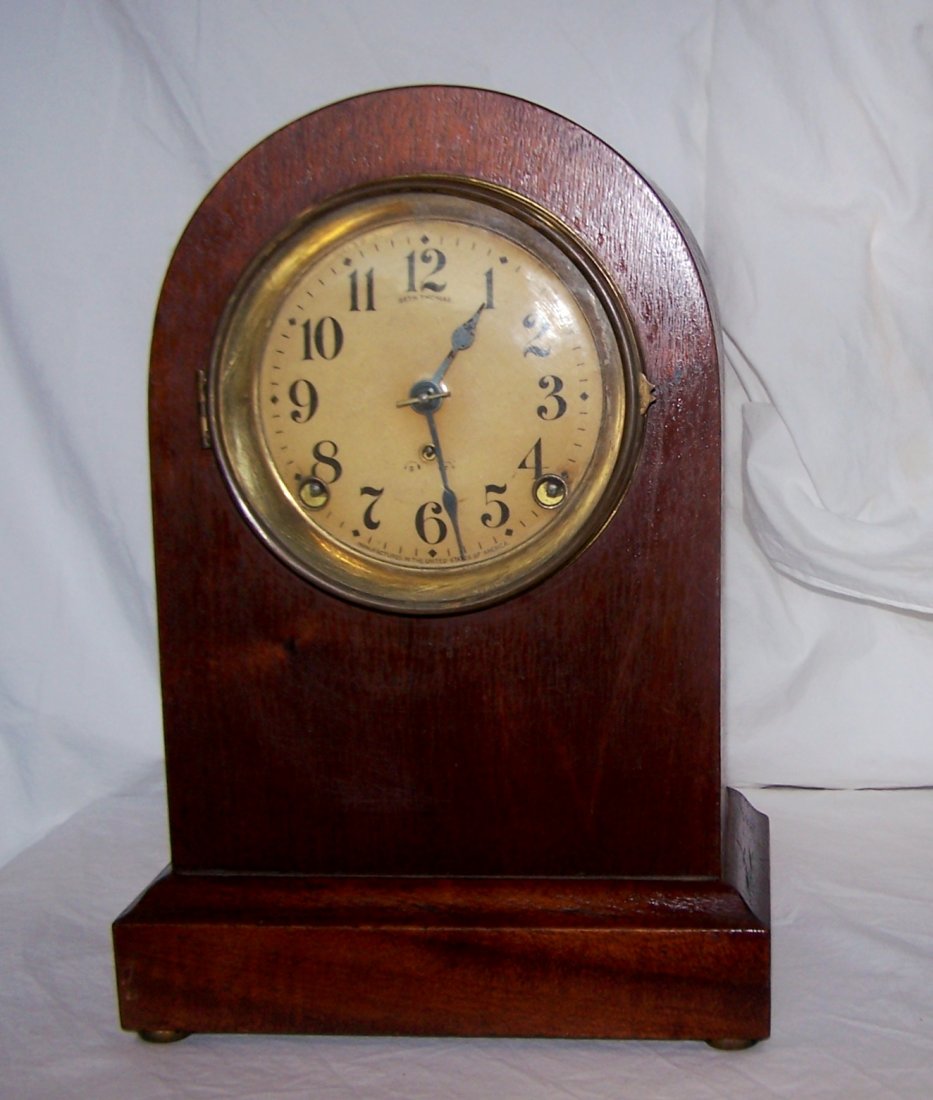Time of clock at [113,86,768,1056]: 1:27
